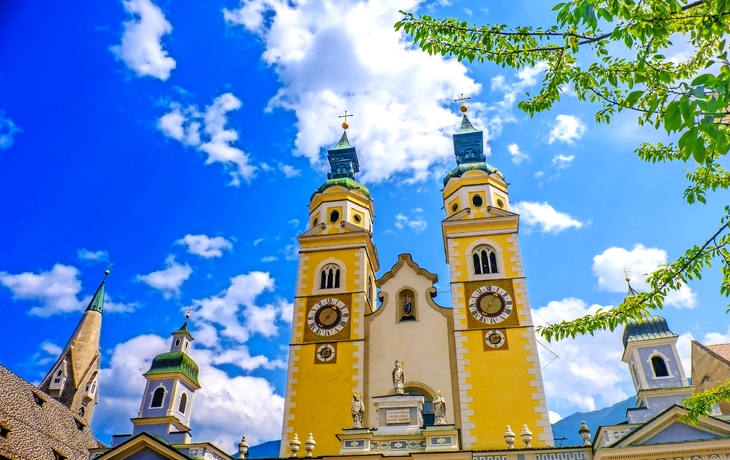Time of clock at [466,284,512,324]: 7:06
